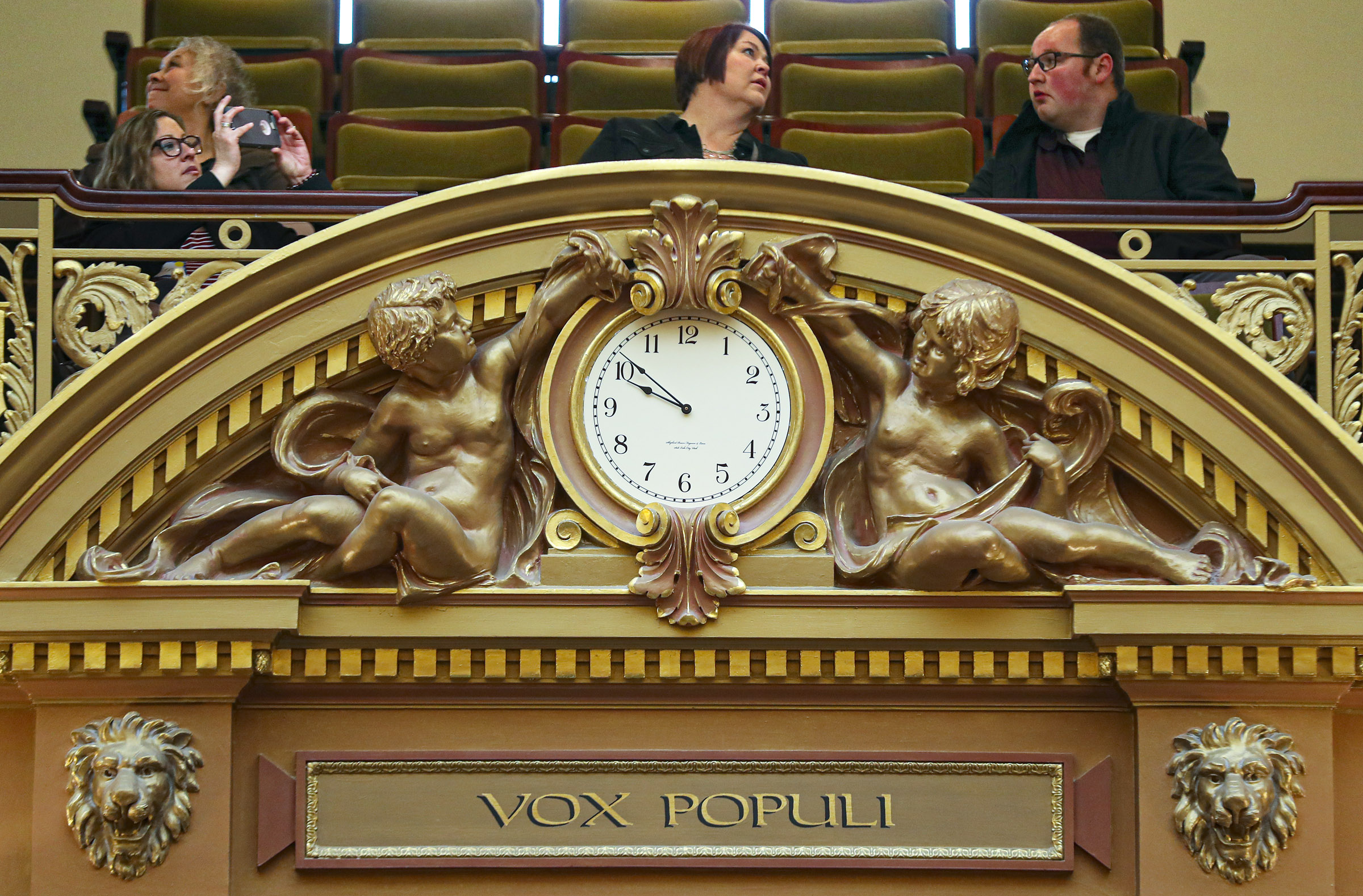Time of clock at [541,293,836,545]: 9:51
